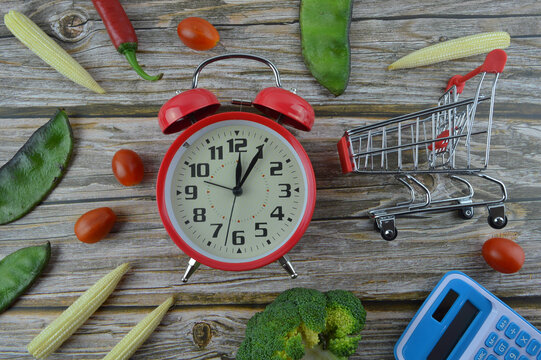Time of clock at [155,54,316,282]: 12:05
